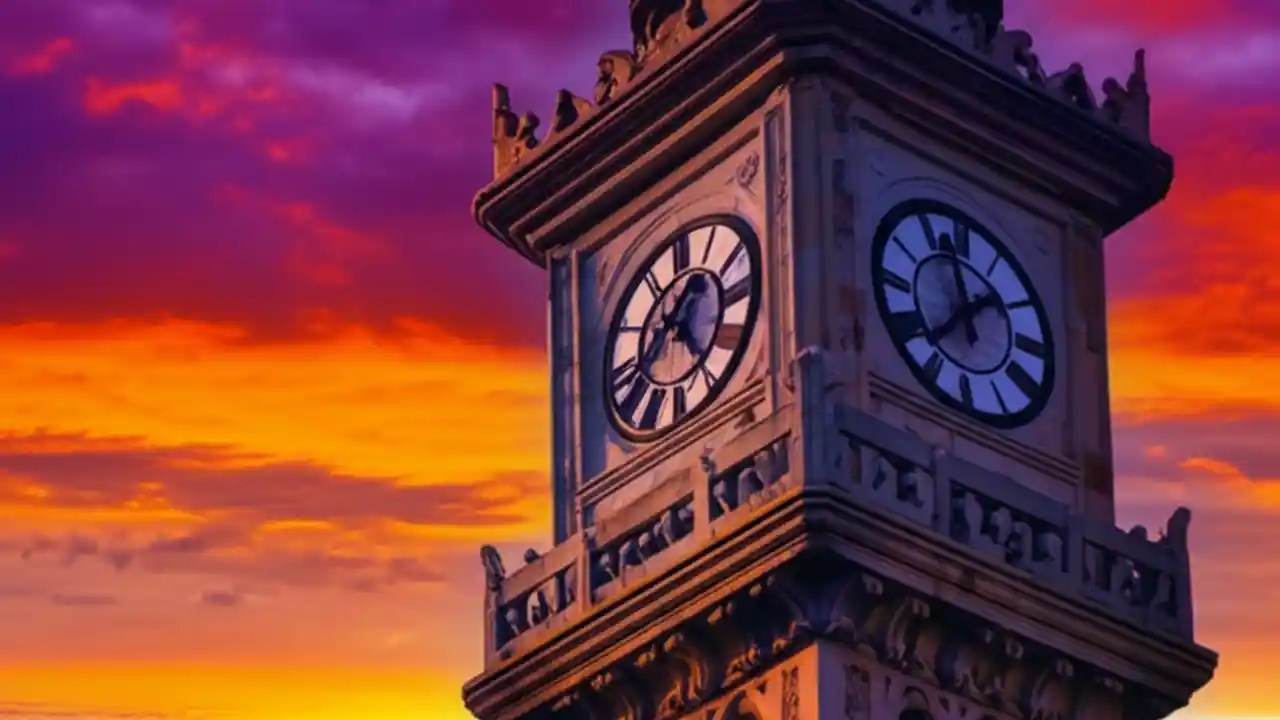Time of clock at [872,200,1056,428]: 11:37
